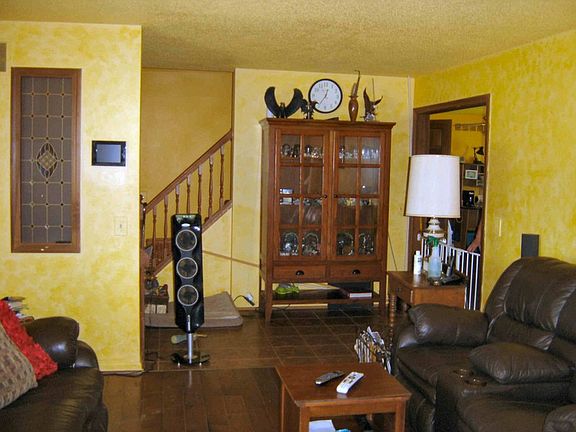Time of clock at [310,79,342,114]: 12:35
